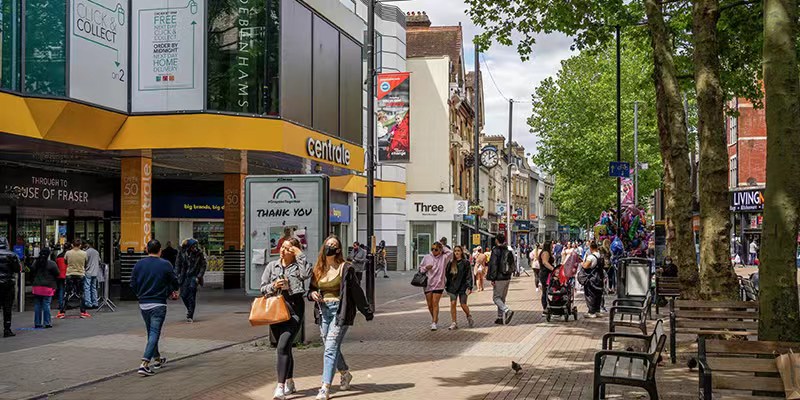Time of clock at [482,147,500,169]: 2:00
